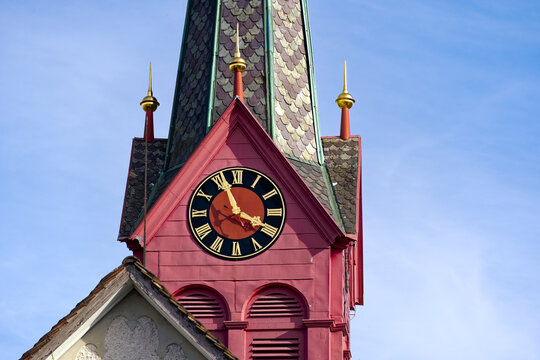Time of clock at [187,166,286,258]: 3:56
